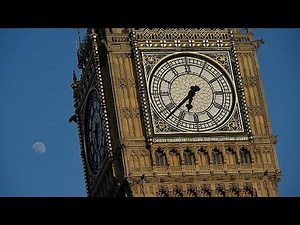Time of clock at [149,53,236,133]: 6:37
